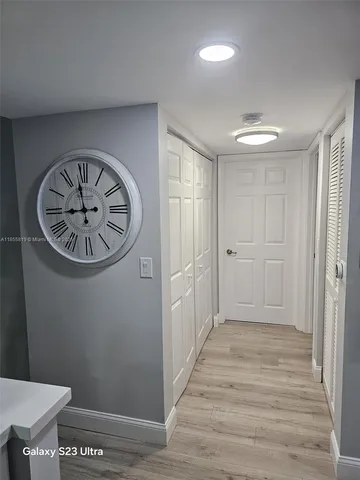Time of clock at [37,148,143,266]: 11:44
